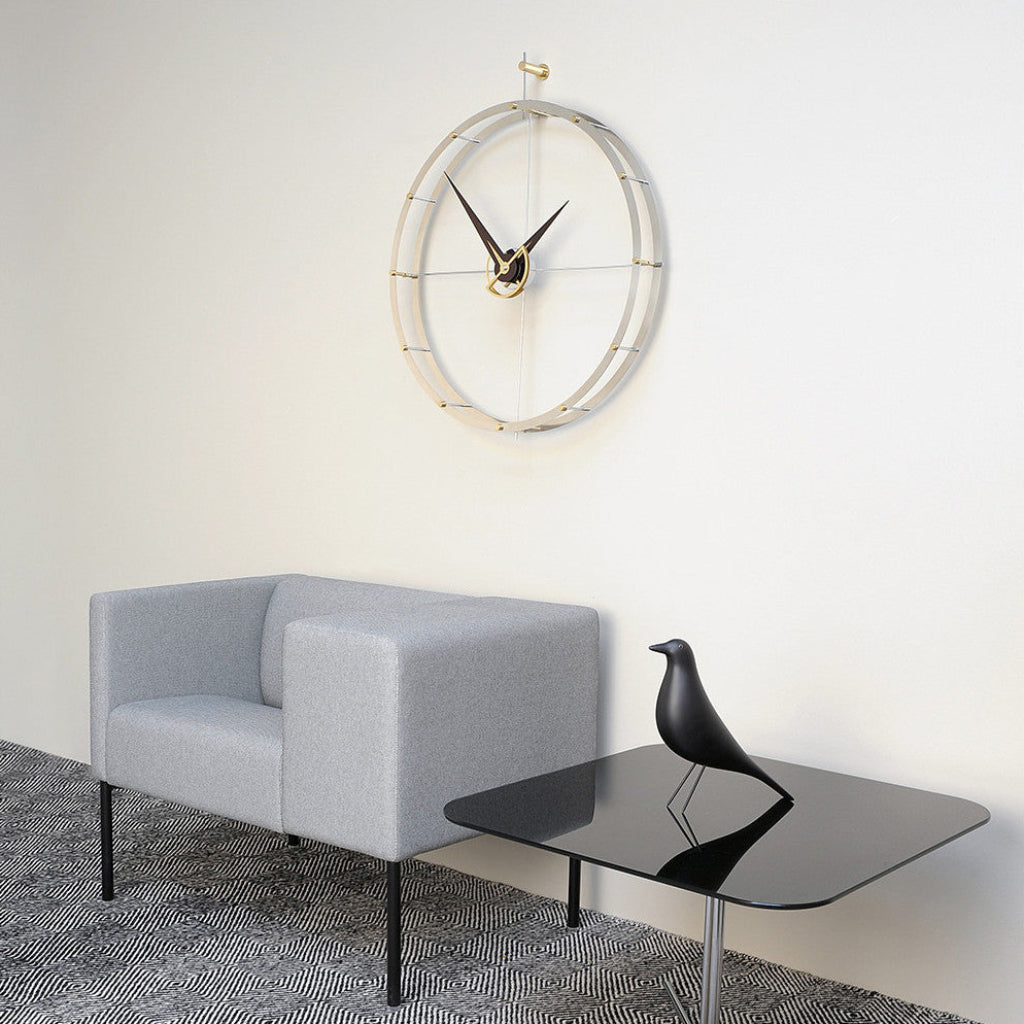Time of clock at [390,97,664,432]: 1:52
